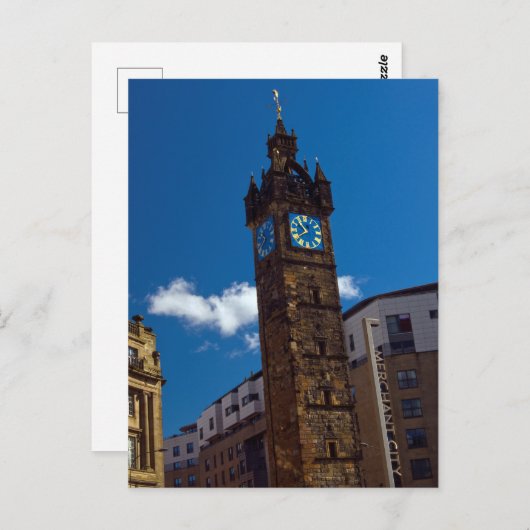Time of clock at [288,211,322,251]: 10:39
